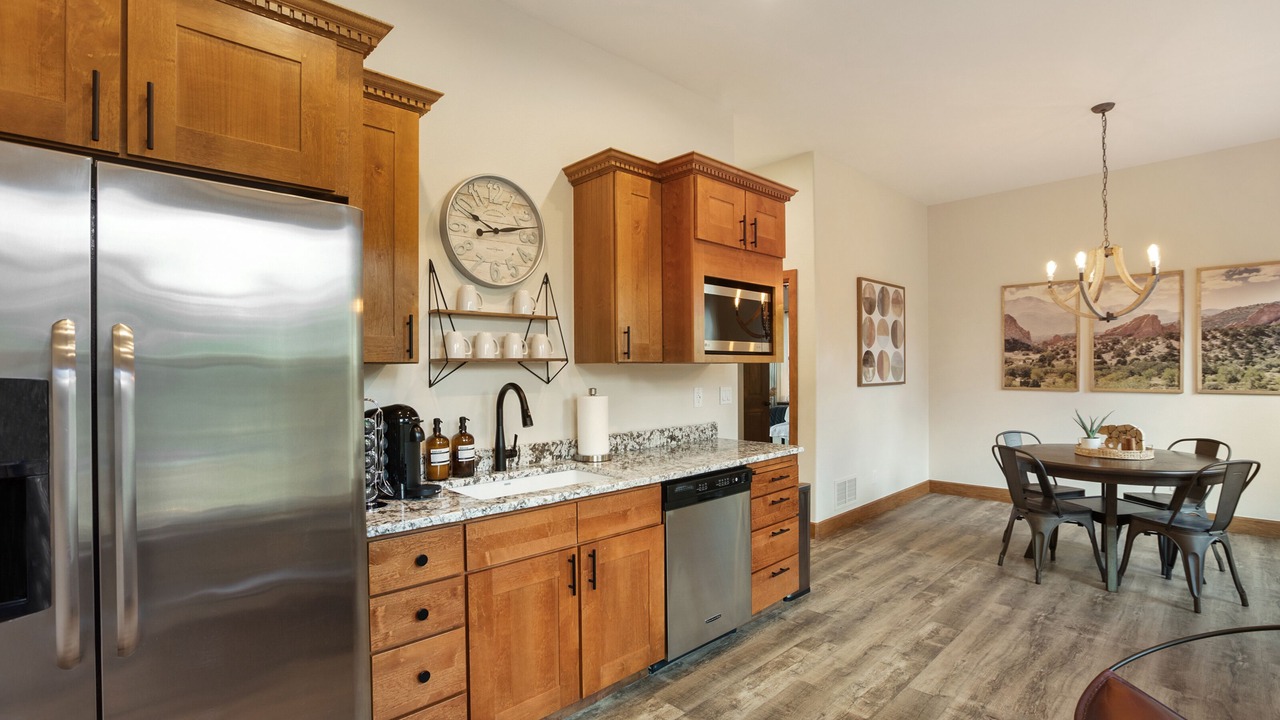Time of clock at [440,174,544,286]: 10:12
